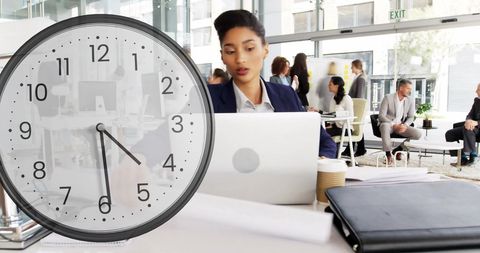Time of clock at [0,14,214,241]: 4:29
